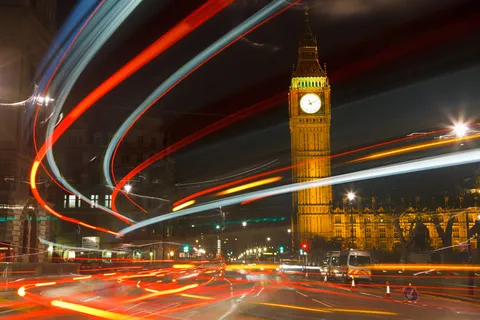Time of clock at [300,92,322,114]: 11:10
